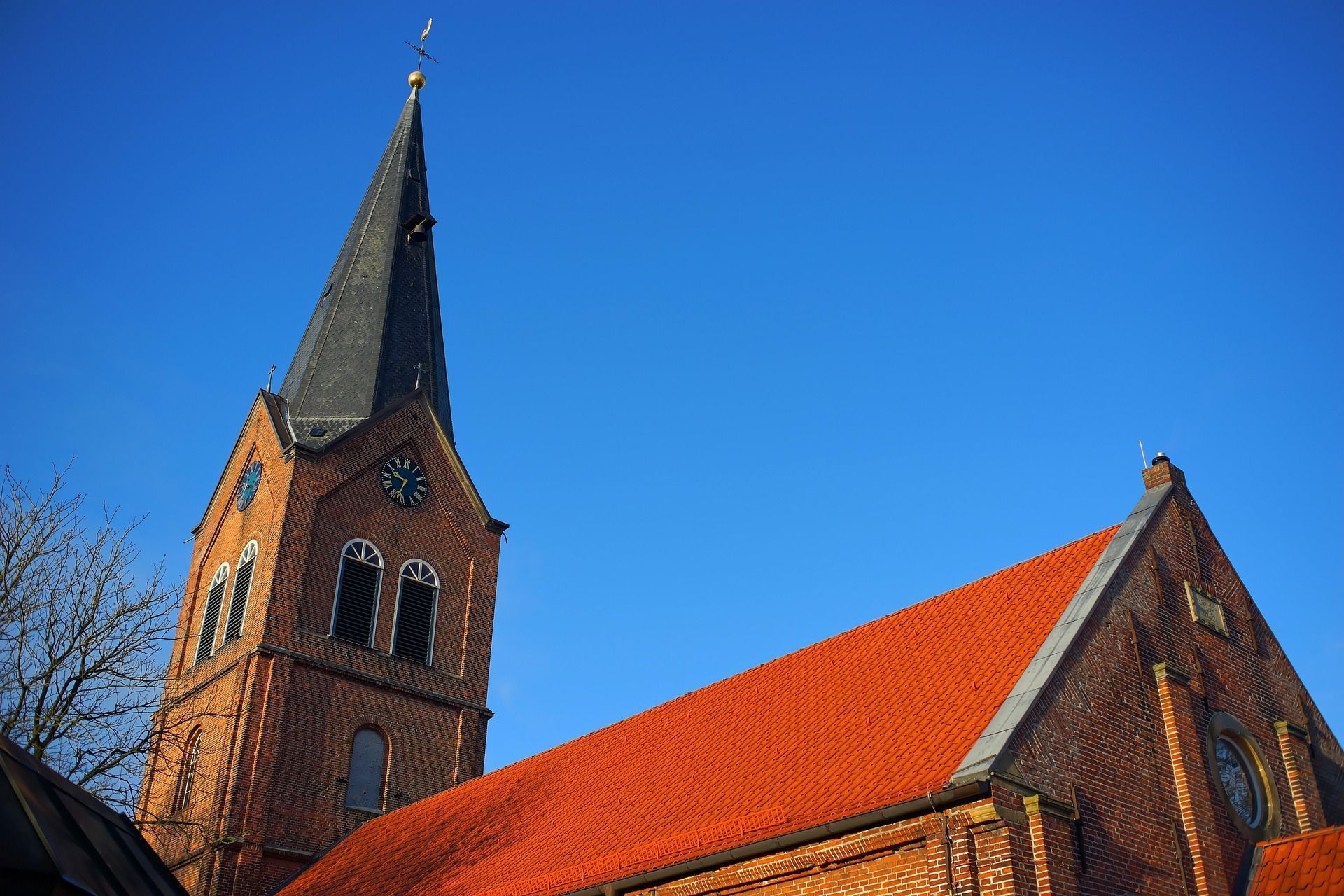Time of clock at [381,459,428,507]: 9:33
